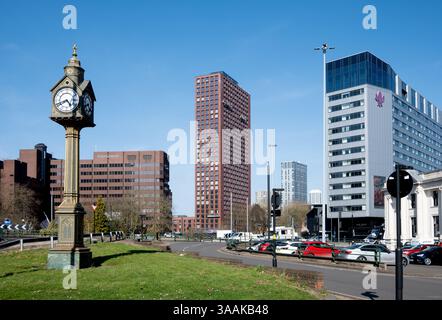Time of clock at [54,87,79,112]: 4:41
